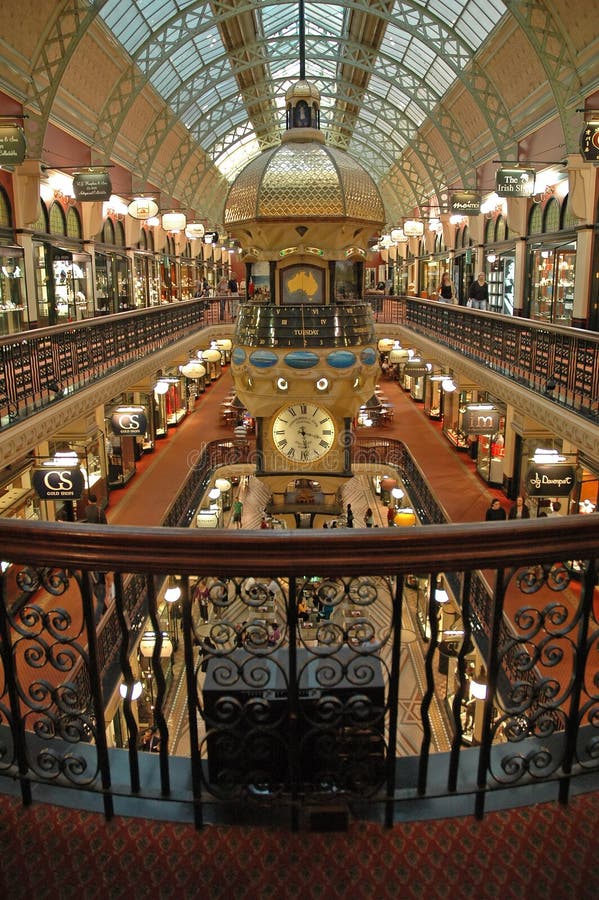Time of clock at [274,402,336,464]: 3:28
